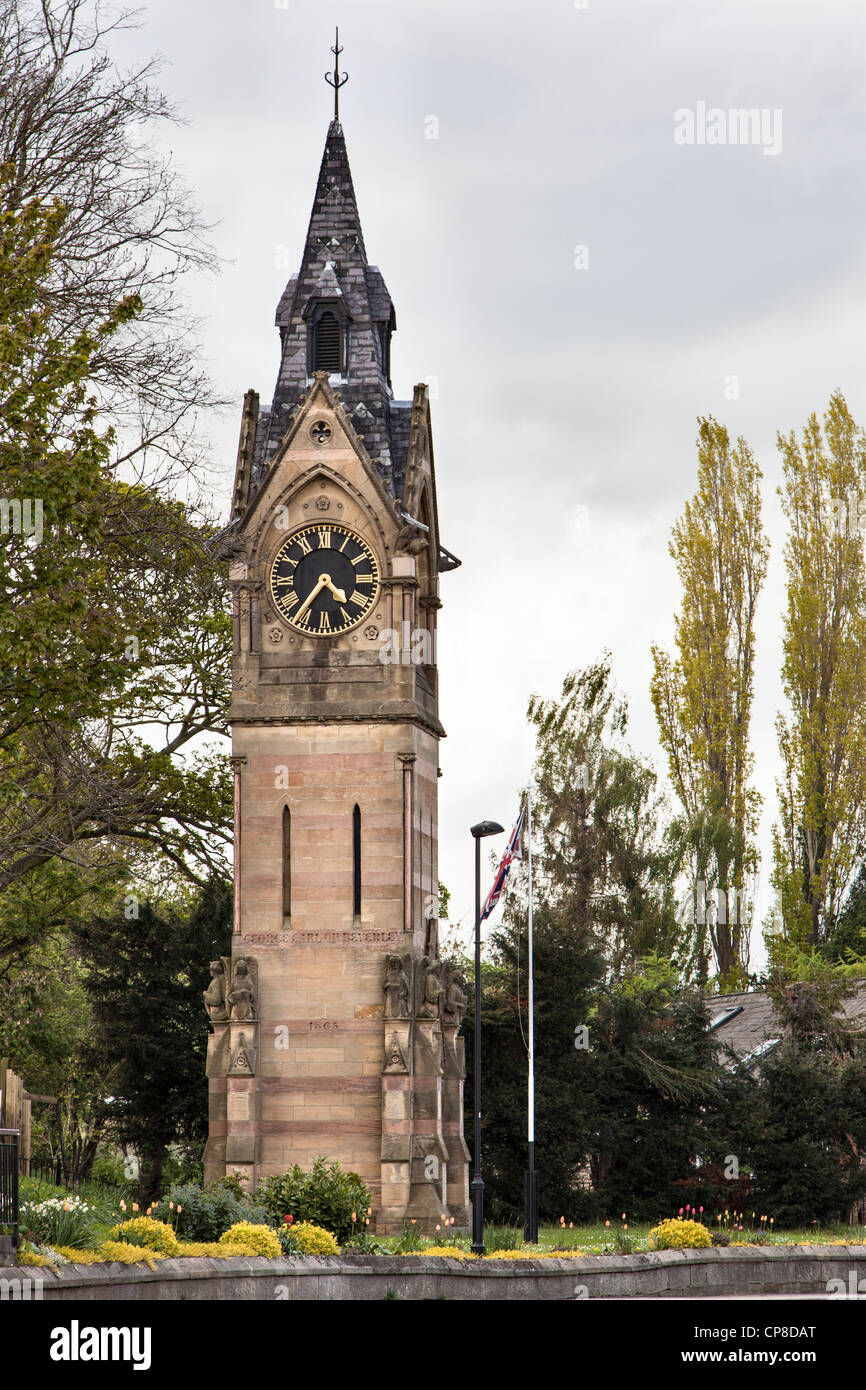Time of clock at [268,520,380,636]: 4:36
